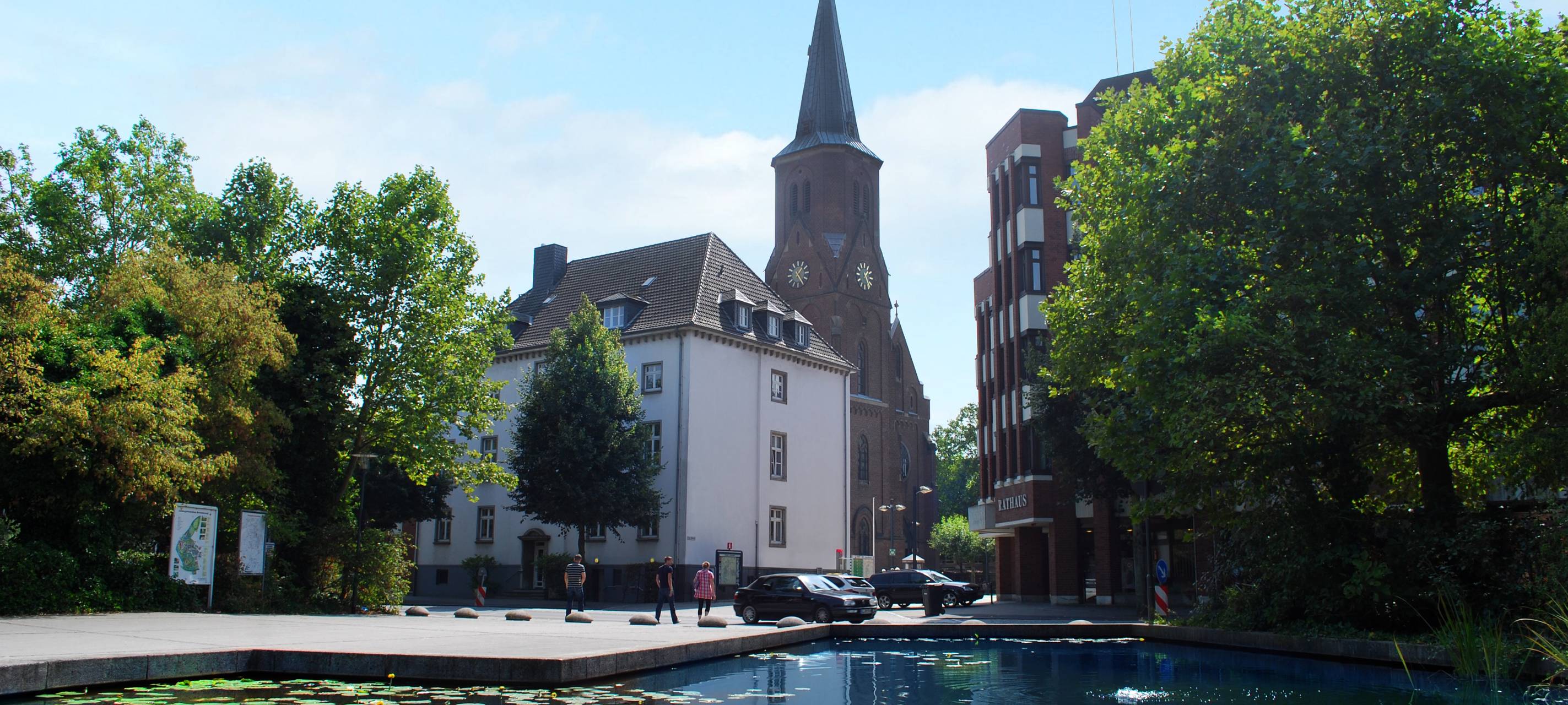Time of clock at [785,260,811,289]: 1:24
